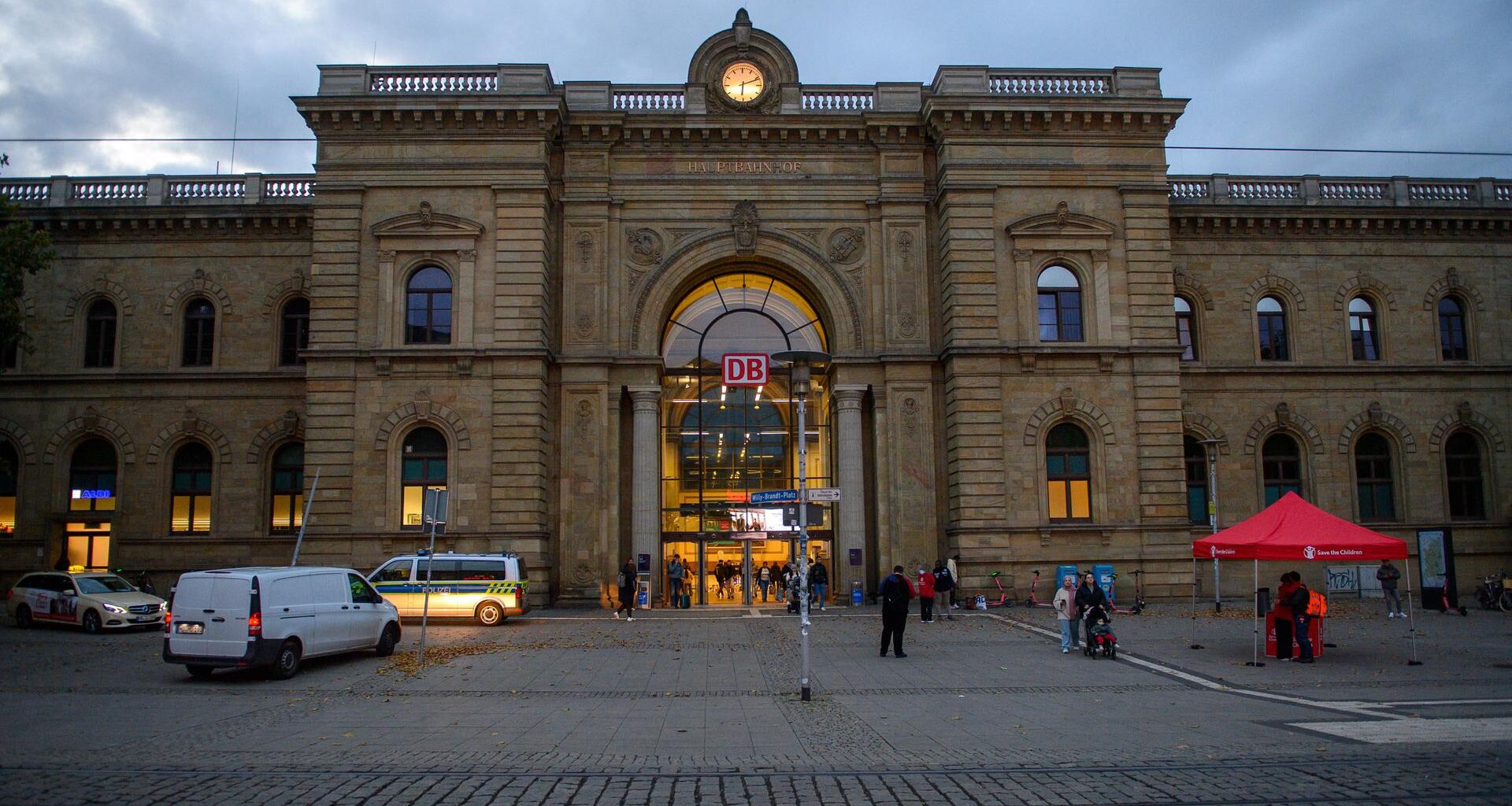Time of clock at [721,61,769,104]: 6:11
